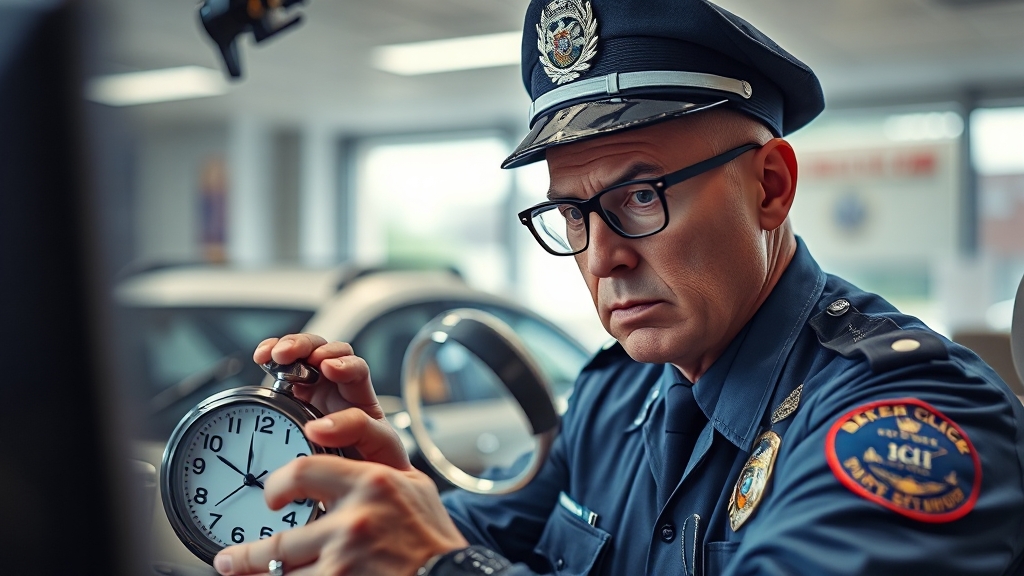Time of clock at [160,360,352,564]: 11:48
